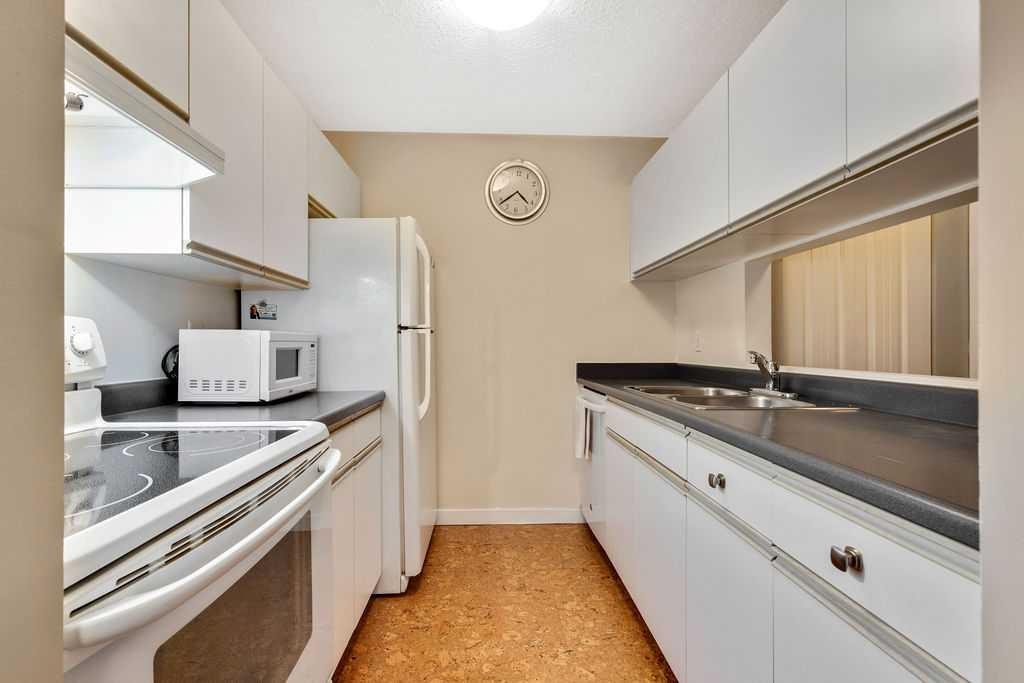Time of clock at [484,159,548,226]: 4:38
